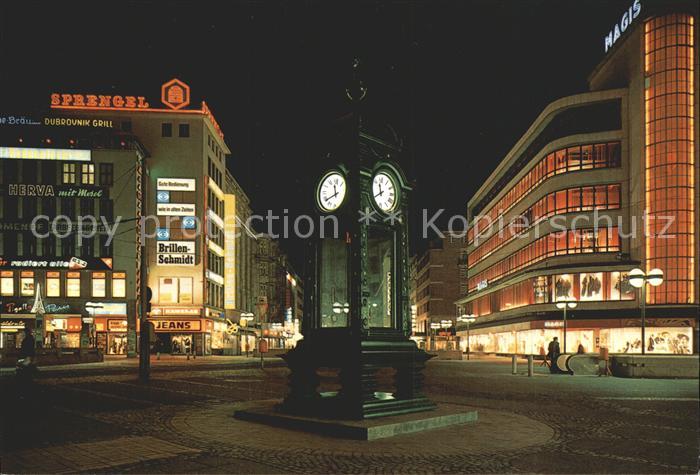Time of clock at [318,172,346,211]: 11:39
